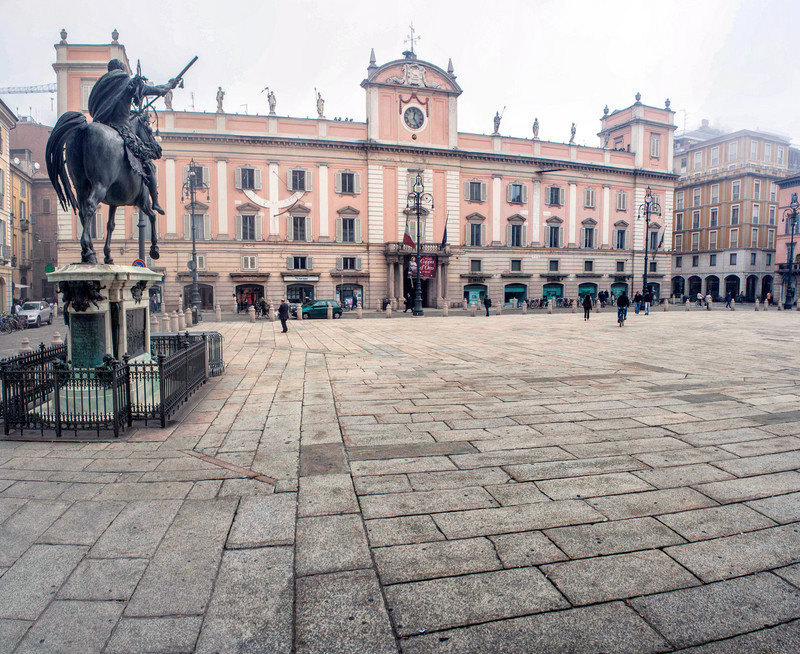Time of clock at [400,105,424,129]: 12:24
